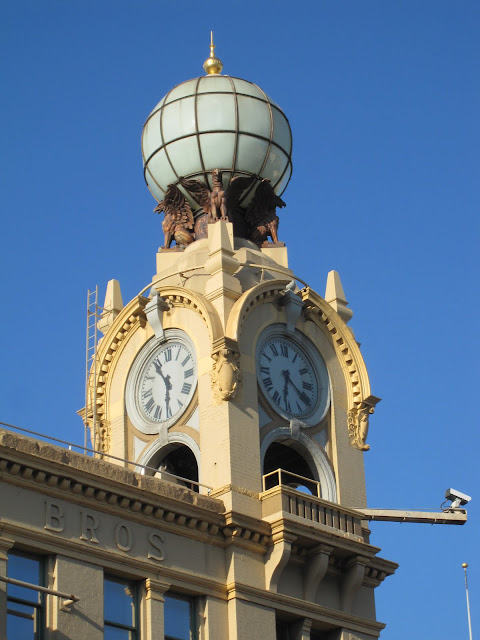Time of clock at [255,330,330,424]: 6:21
